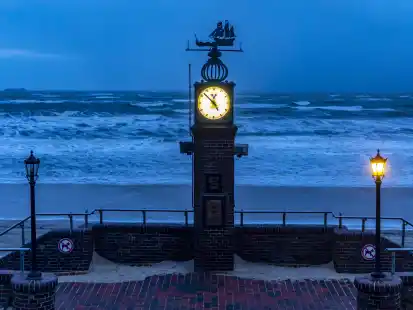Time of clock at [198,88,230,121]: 4:52
